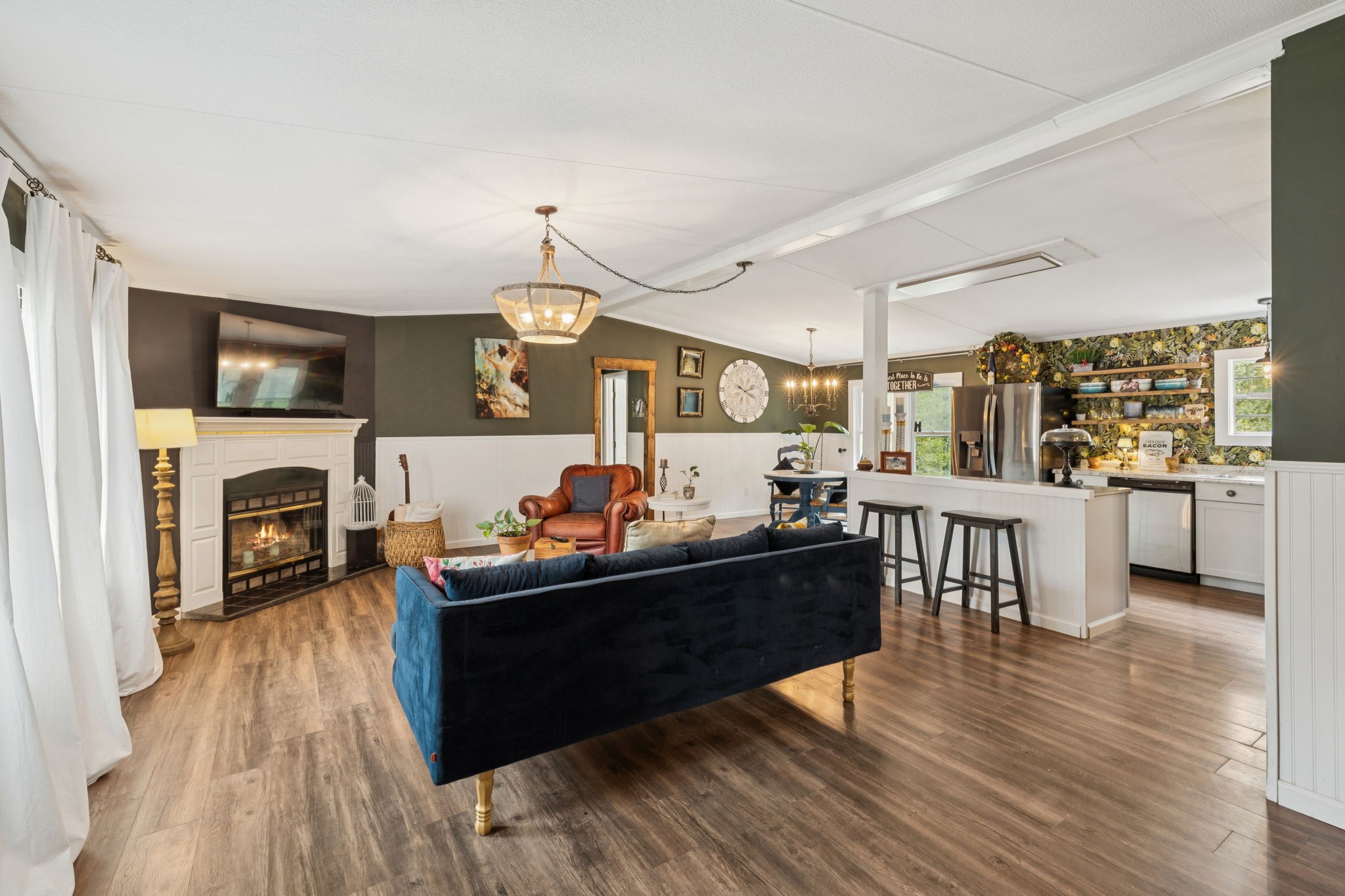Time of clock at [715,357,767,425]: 2:18
